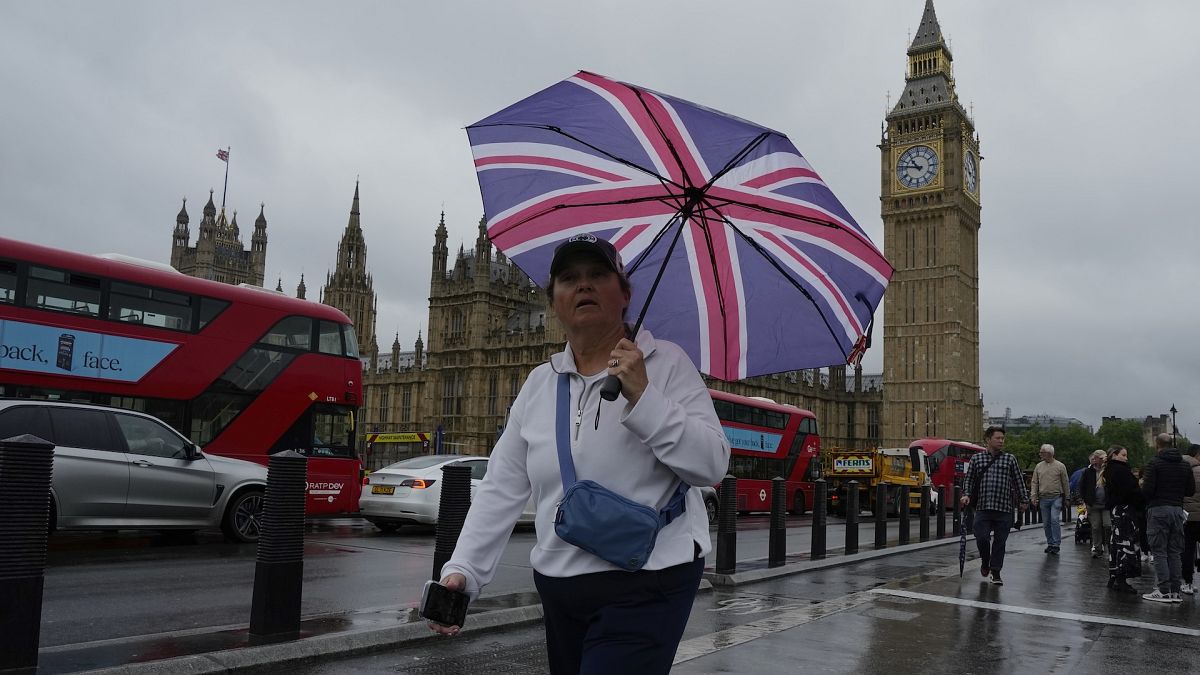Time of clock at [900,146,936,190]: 10:46
